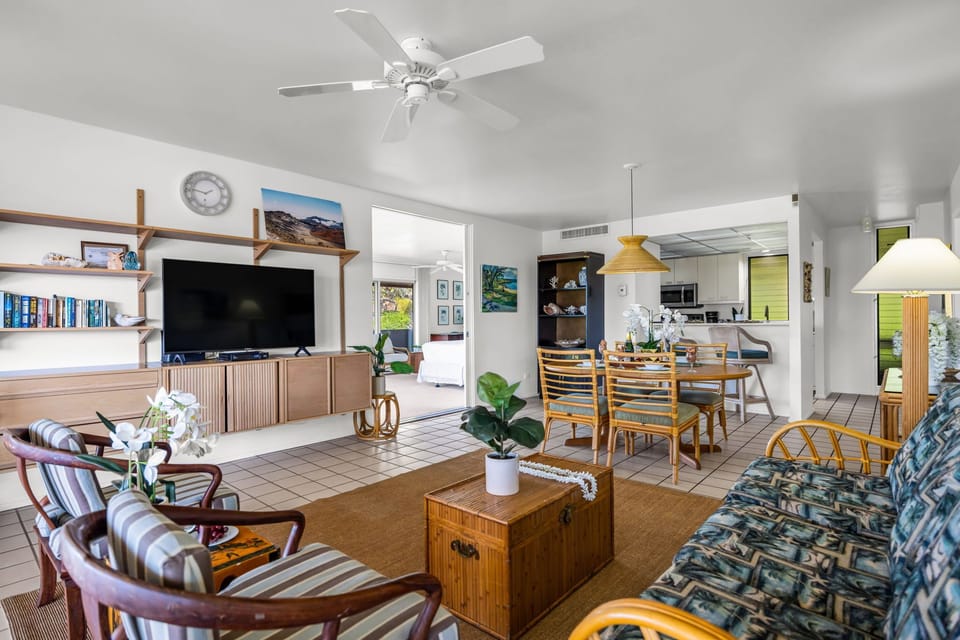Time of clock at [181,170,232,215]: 1:46
